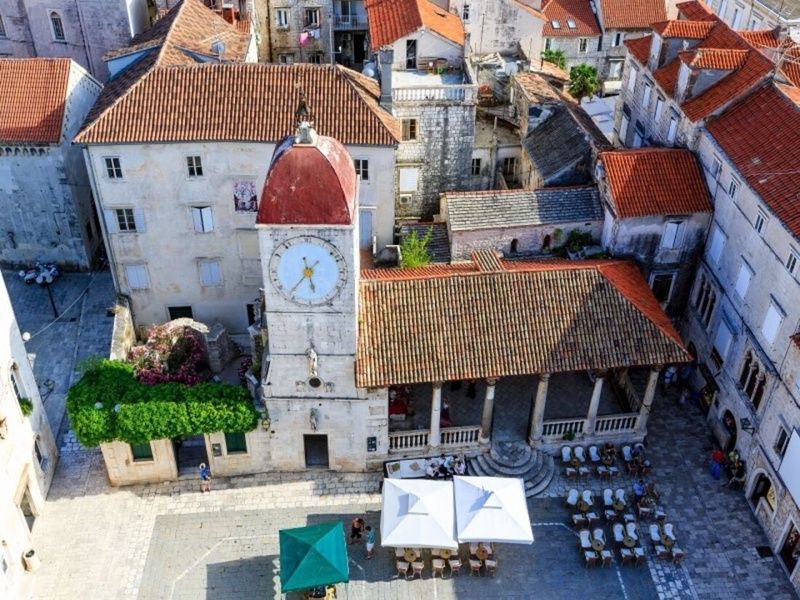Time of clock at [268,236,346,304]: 5:36
